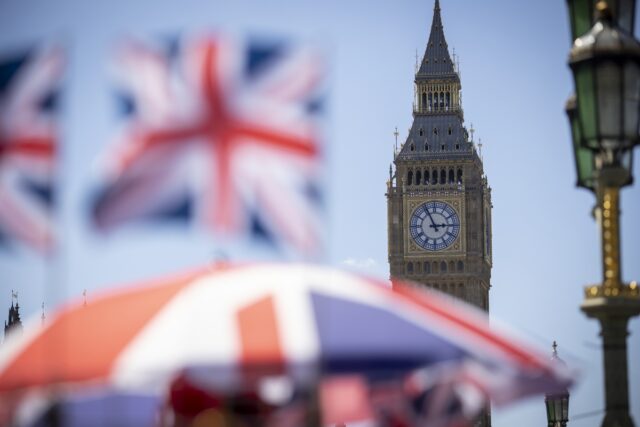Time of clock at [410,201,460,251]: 2:56
